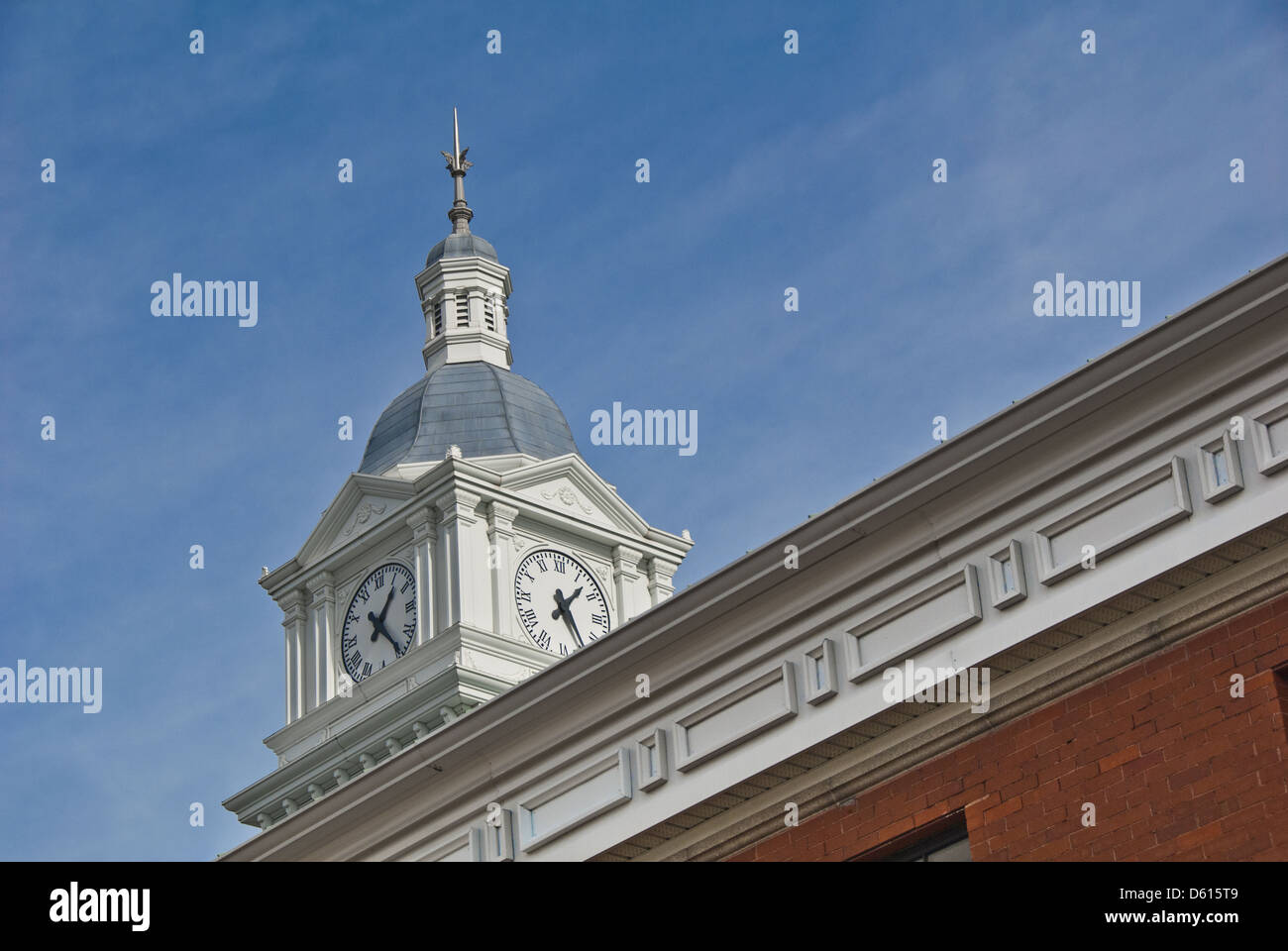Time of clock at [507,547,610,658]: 1:26
